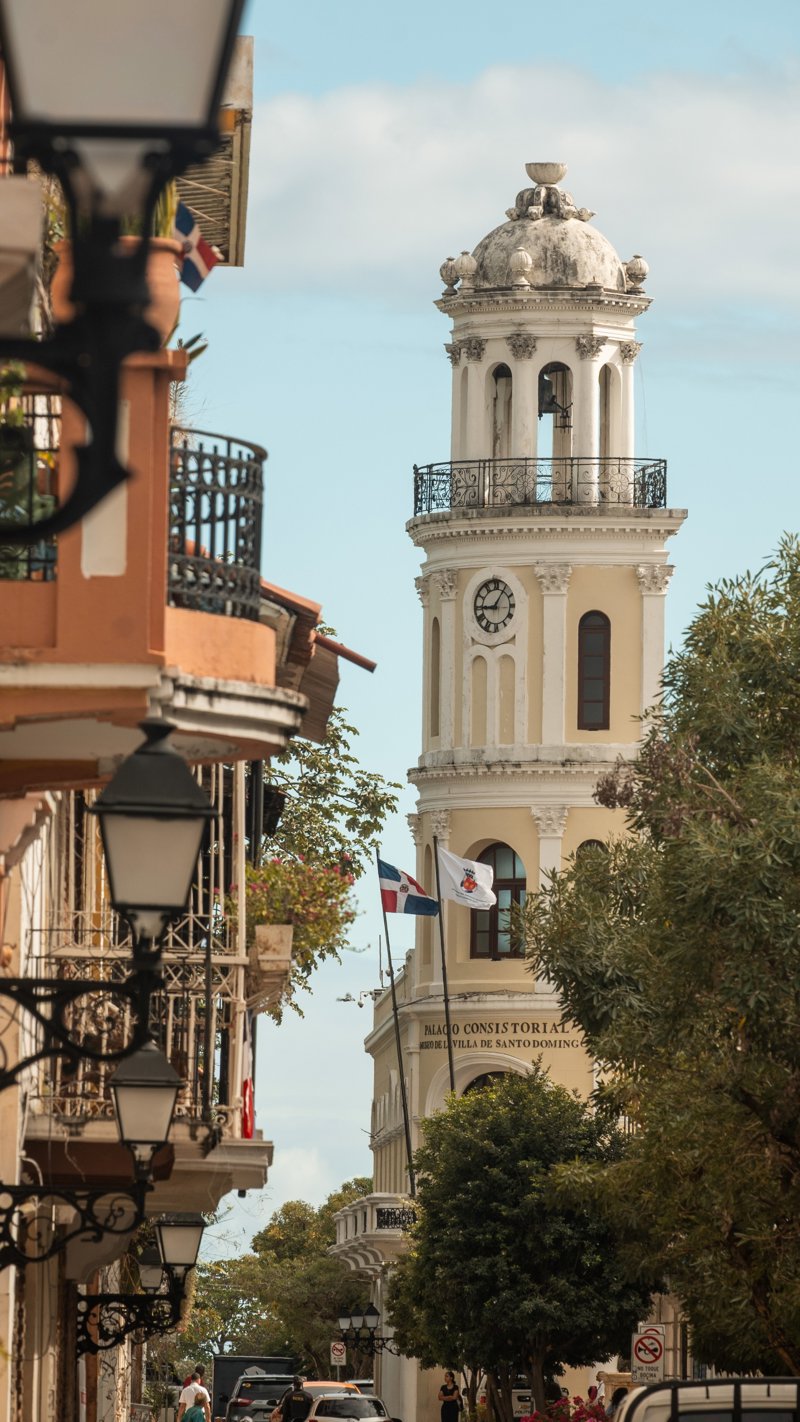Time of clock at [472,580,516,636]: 9:05
